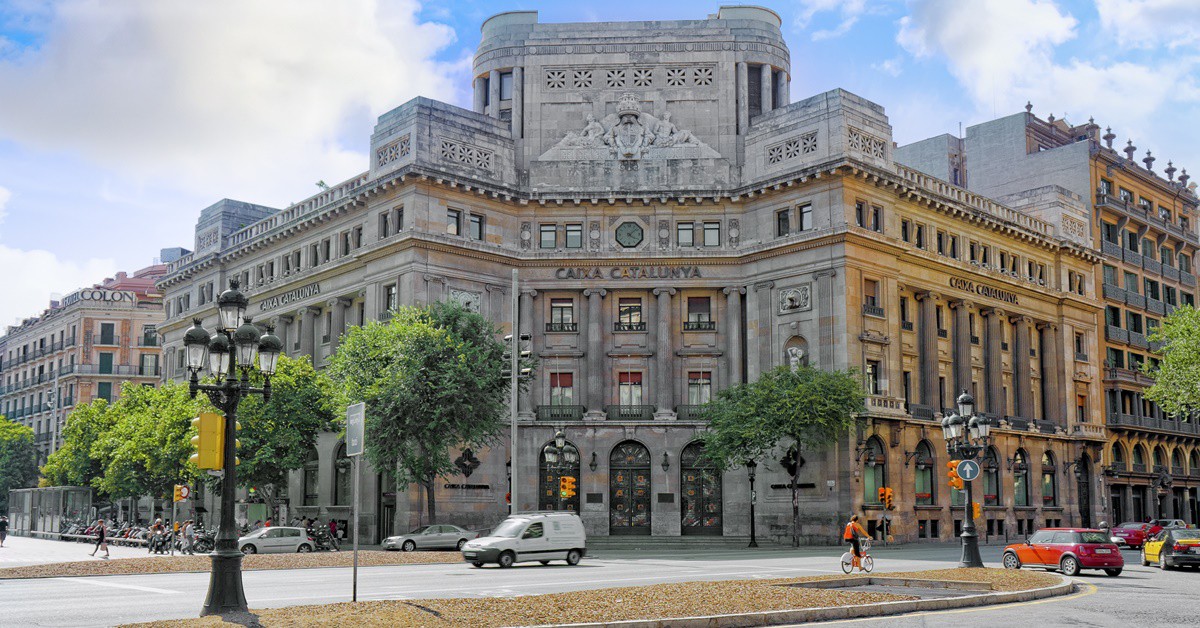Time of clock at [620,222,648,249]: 4:08
